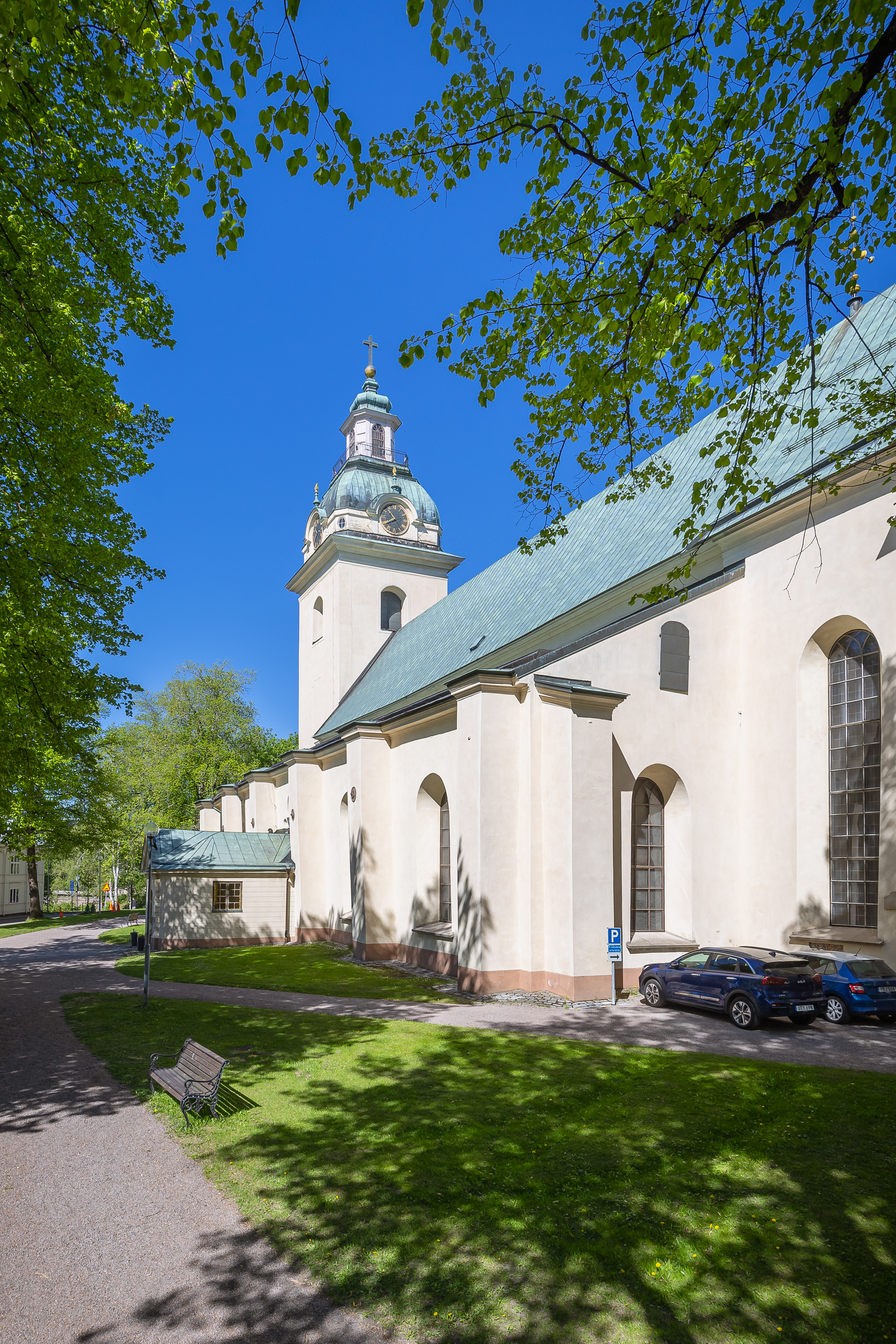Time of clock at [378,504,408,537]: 10:39
